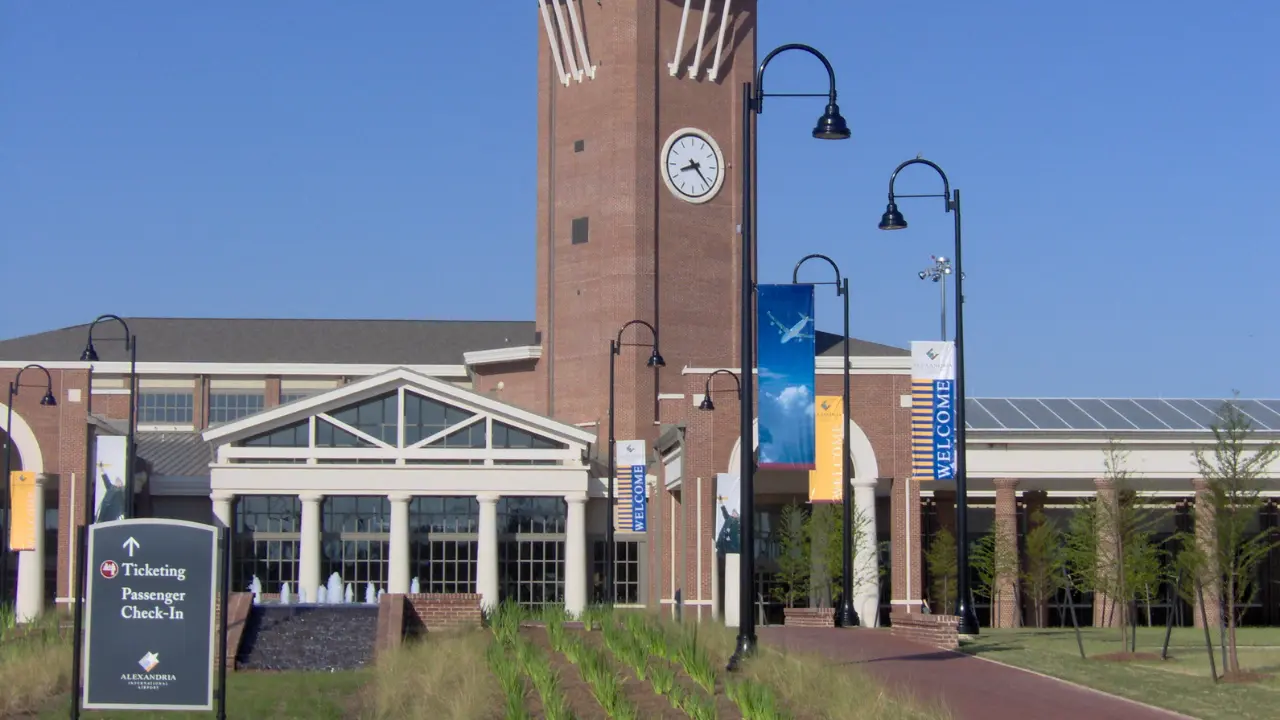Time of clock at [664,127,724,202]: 8:22
